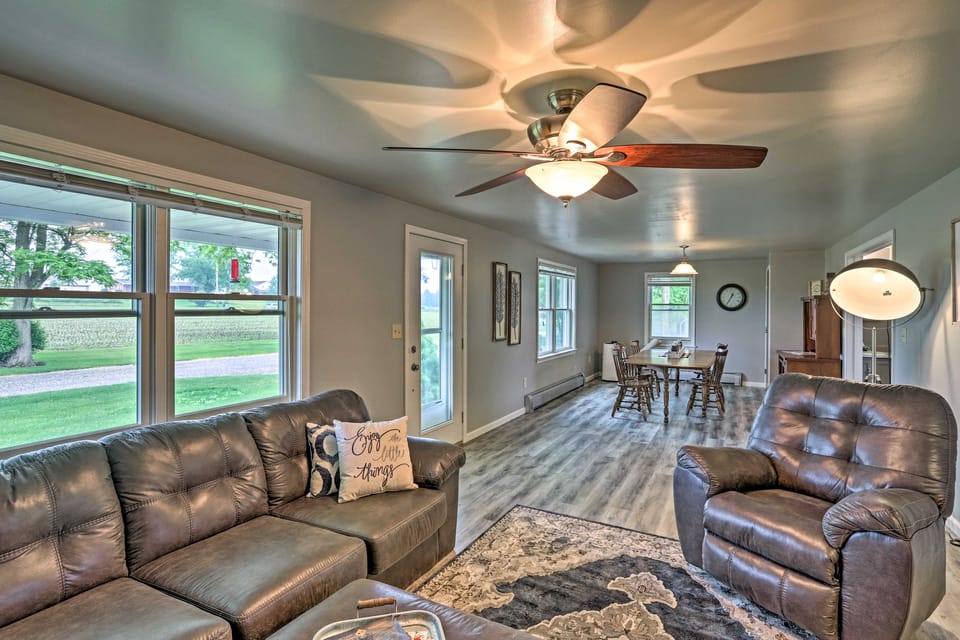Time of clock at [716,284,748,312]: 12:34
